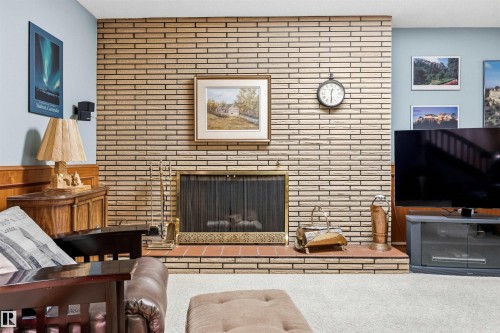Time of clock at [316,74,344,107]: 12:29
